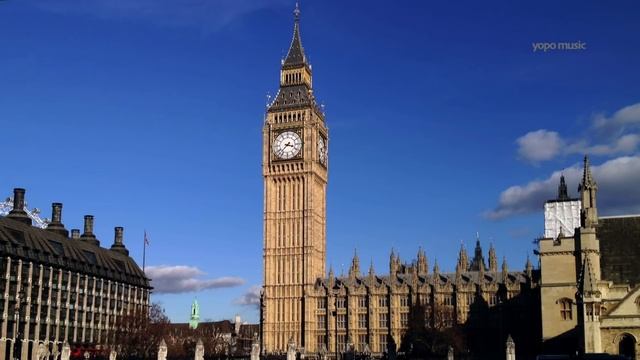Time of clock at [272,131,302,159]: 3:37
